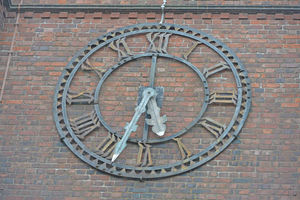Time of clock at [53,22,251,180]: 5:33
